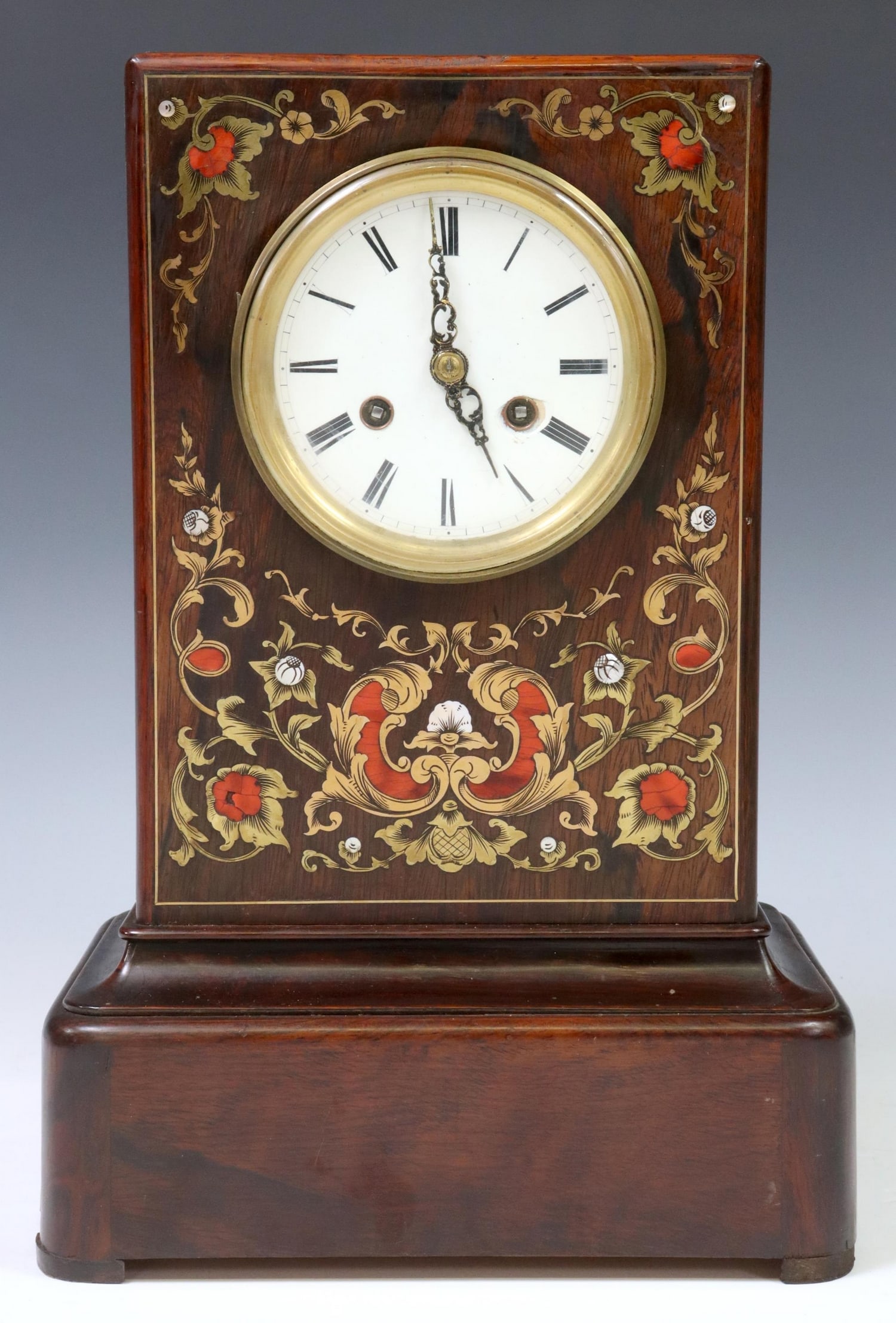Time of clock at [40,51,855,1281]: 4:59
